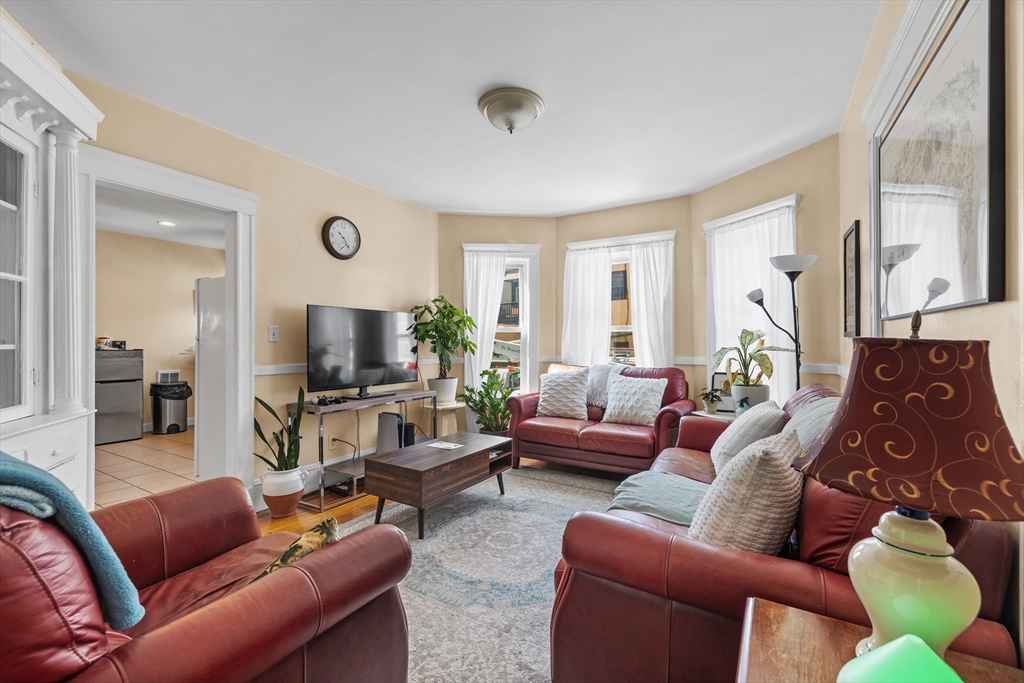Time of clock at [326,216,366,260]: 10:23
